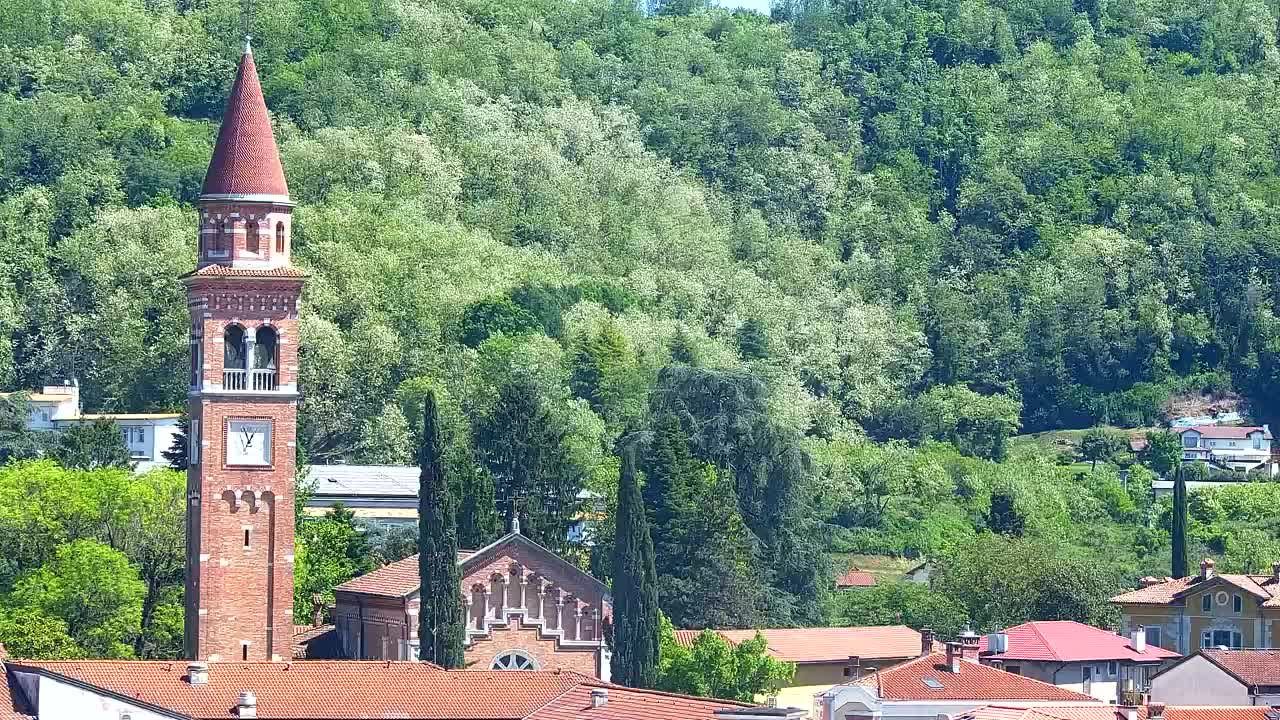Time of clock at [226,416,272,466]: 12:55
